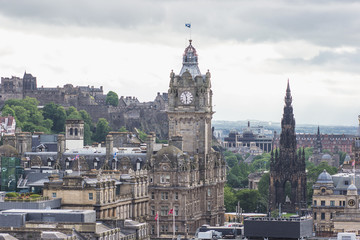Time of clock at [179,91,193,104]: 5:57
